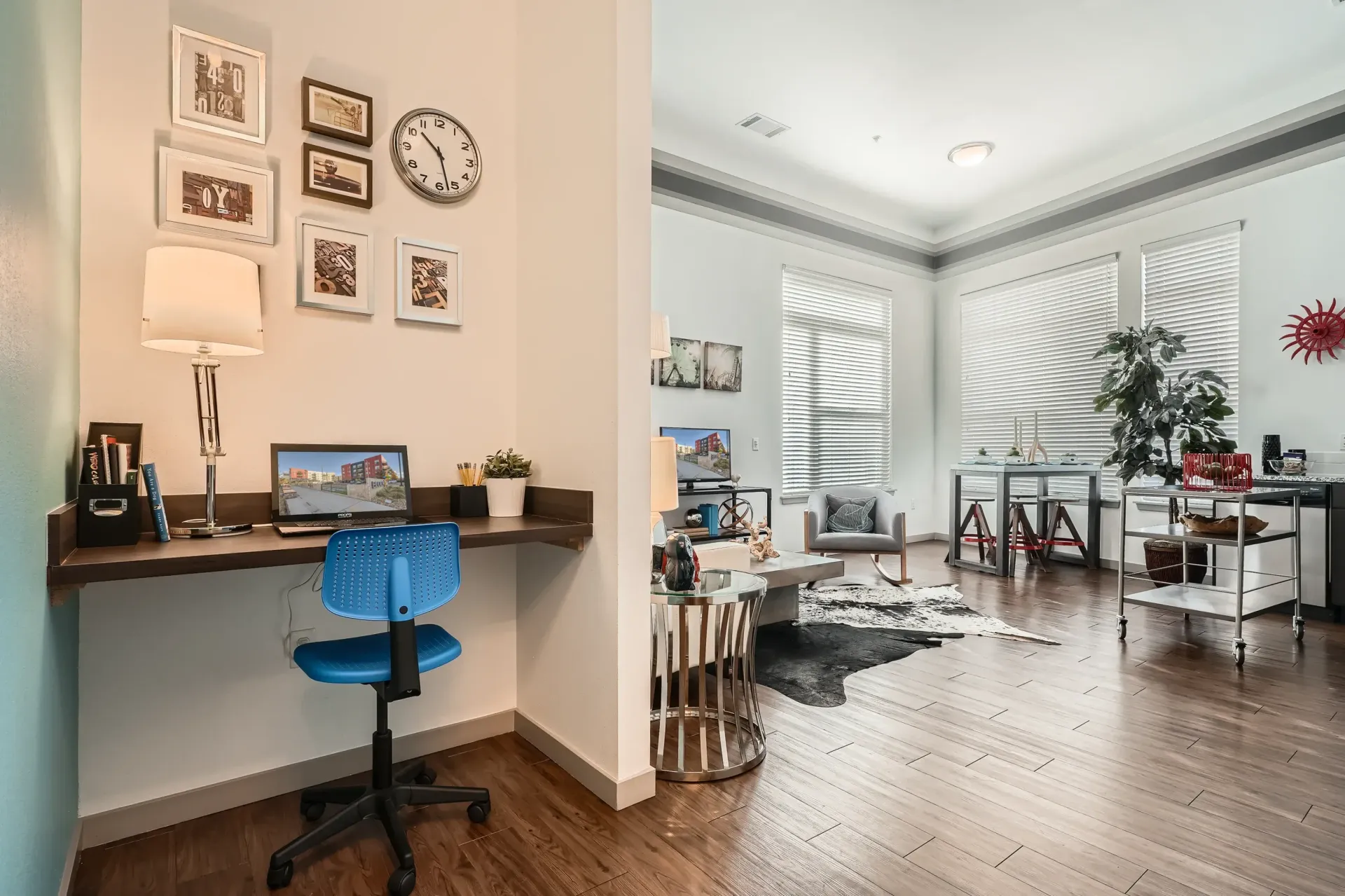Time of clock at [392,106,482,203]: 10:27
